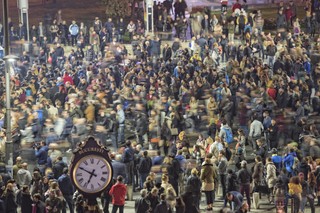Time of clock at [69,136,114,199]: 6:49
